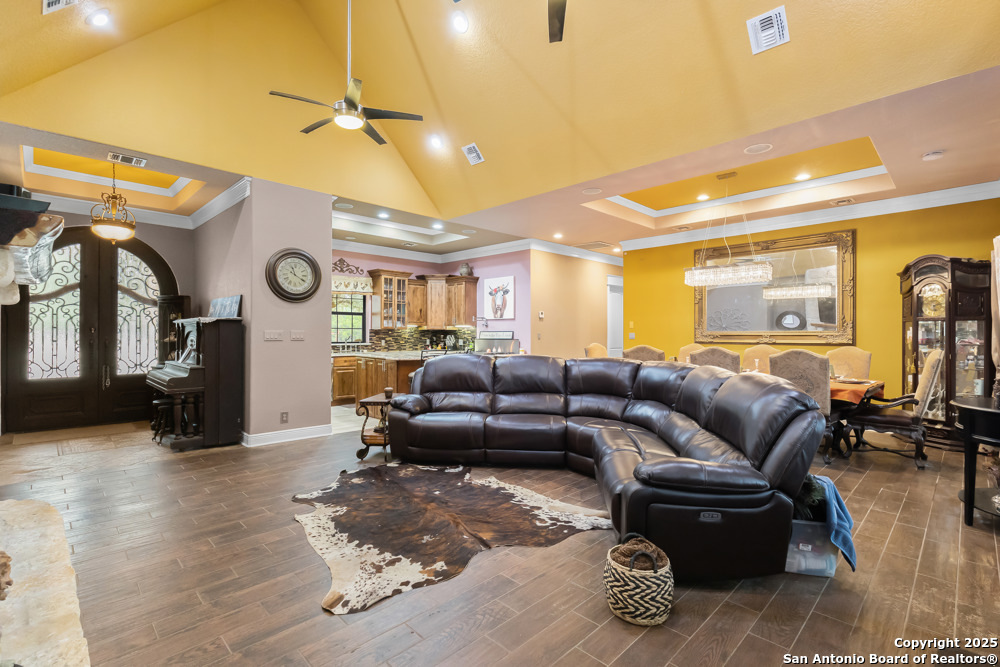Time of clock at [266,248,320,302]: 11:19
